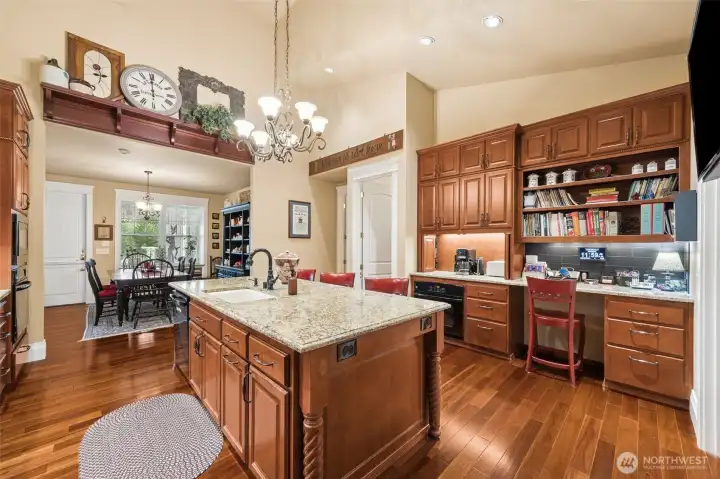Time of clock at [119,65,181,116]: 5:59
